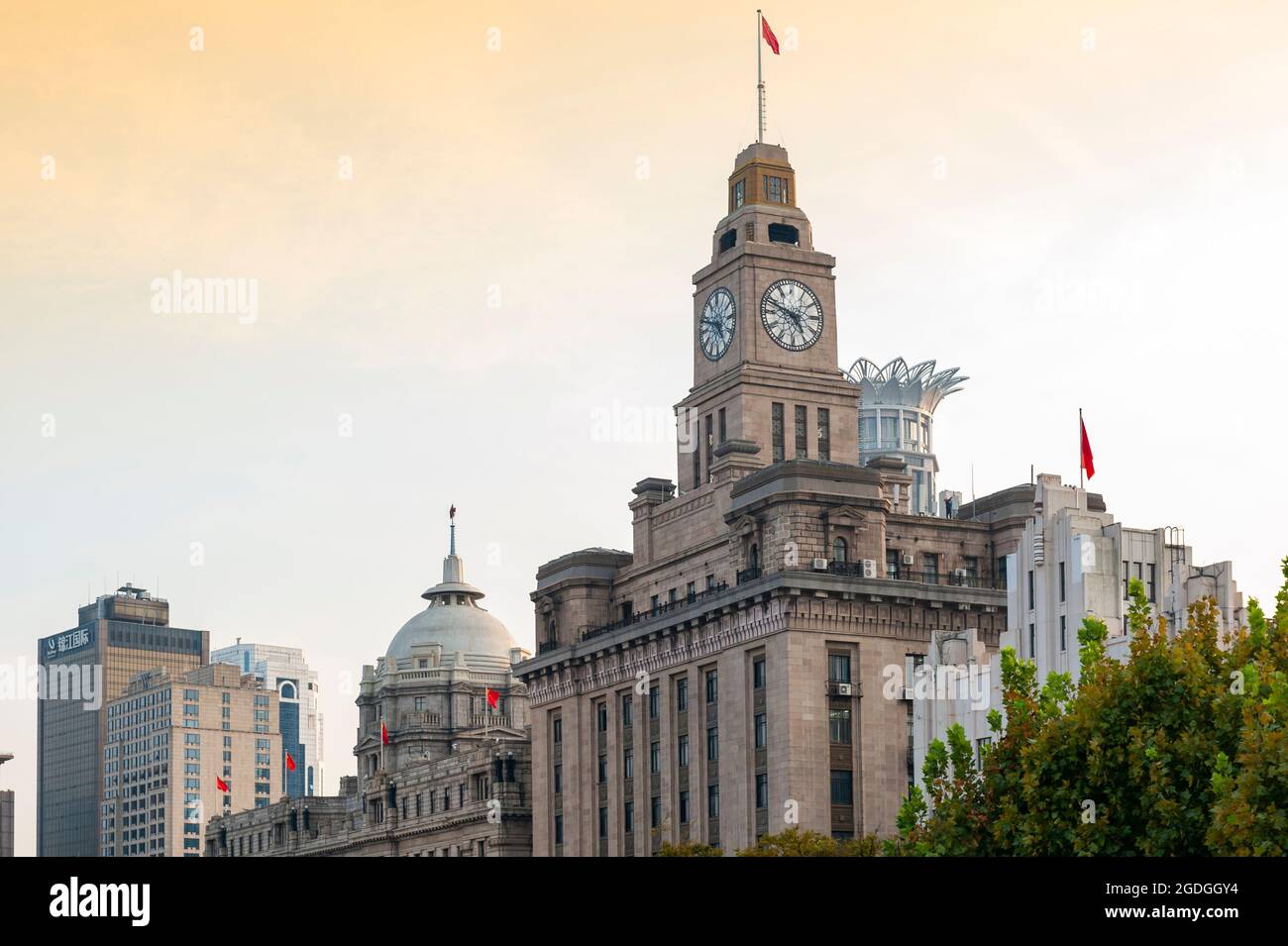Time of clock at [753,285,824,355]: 4:48
